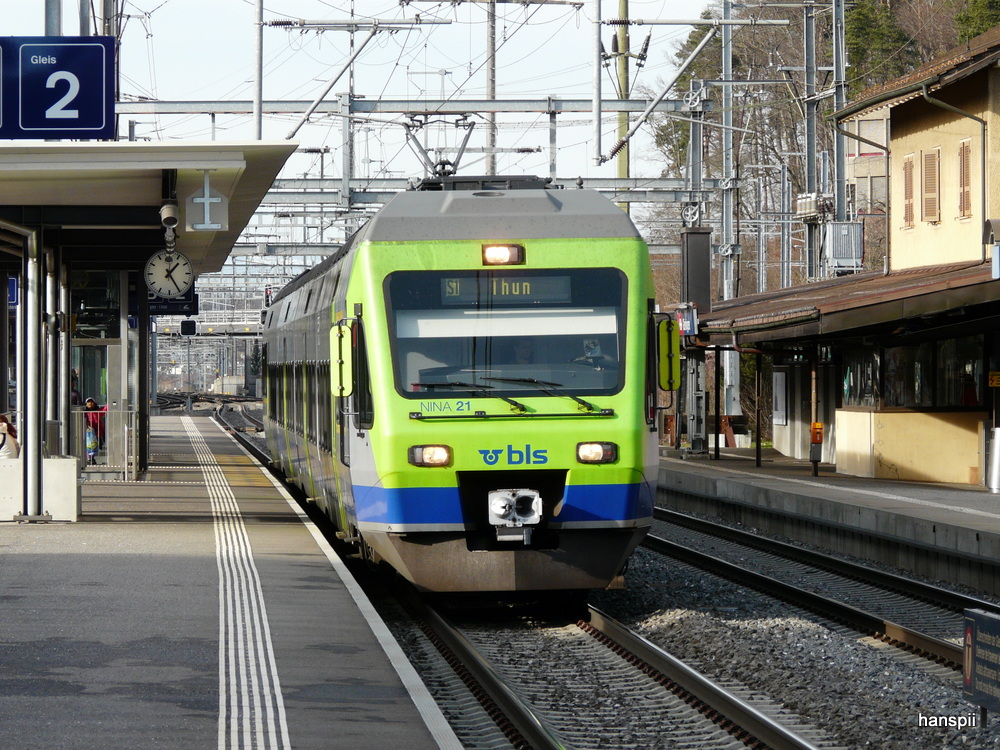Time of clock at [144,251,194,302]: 1:24
